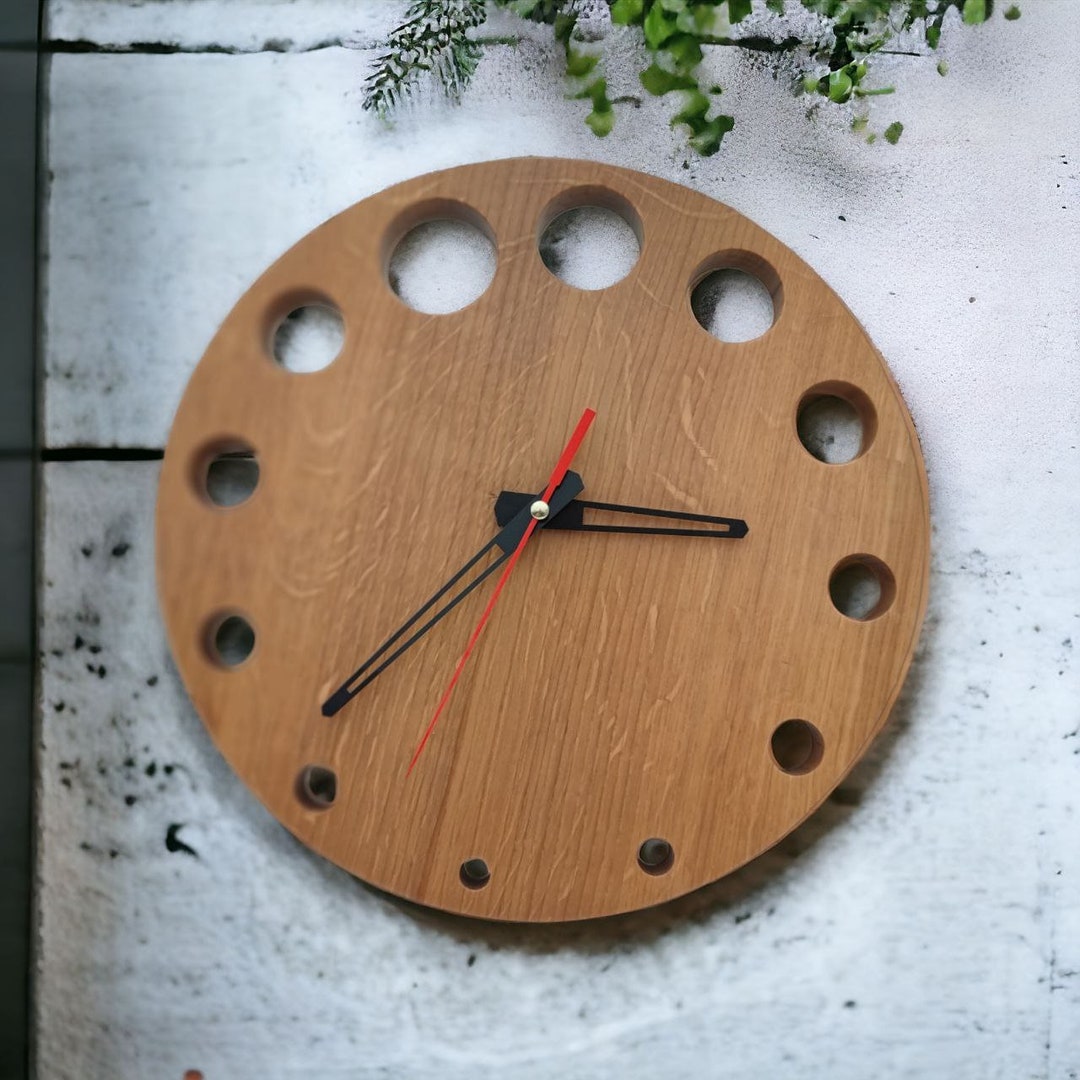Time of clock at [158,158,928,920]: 2:36
